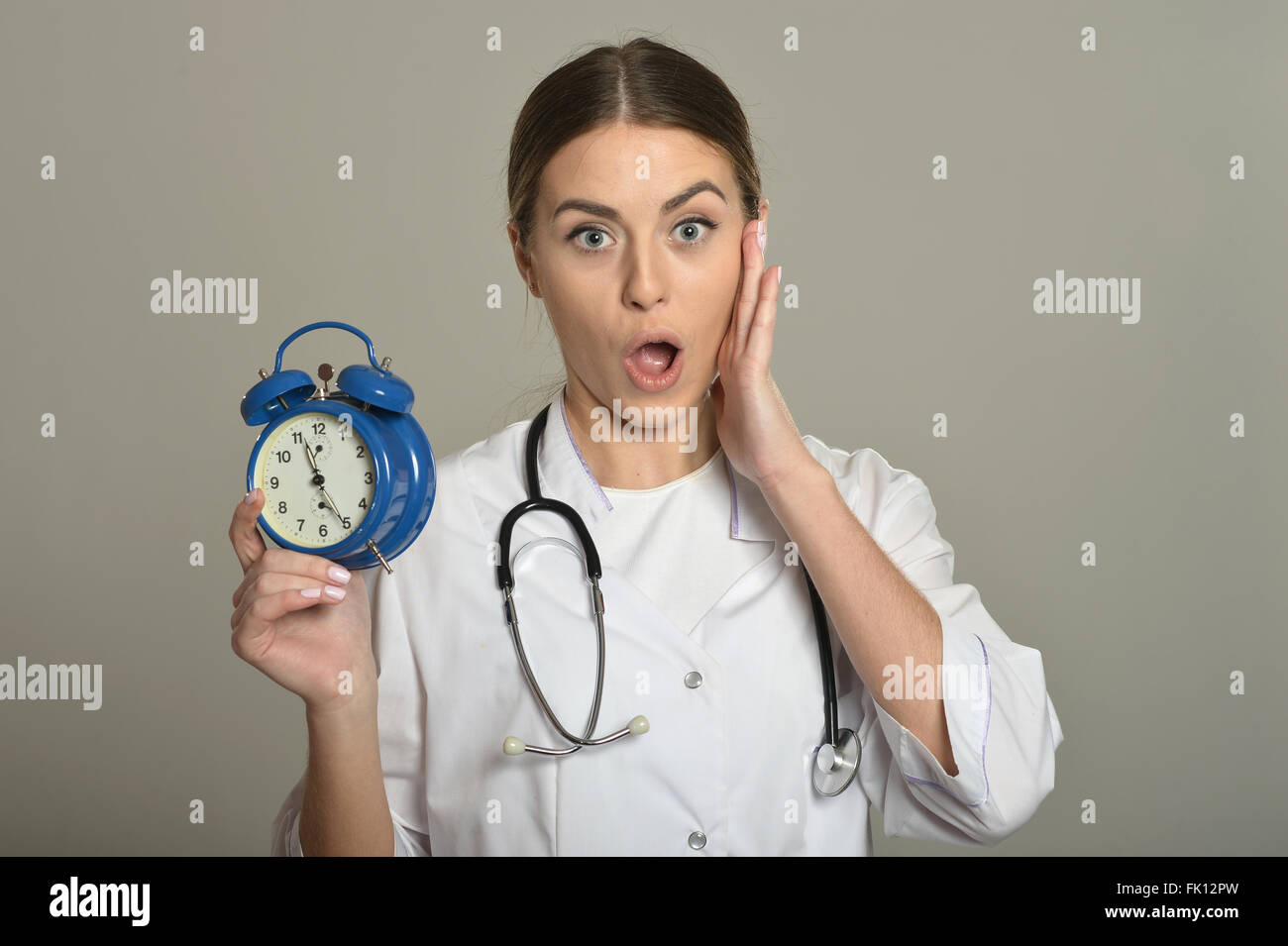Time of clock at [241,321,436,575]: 4:56
